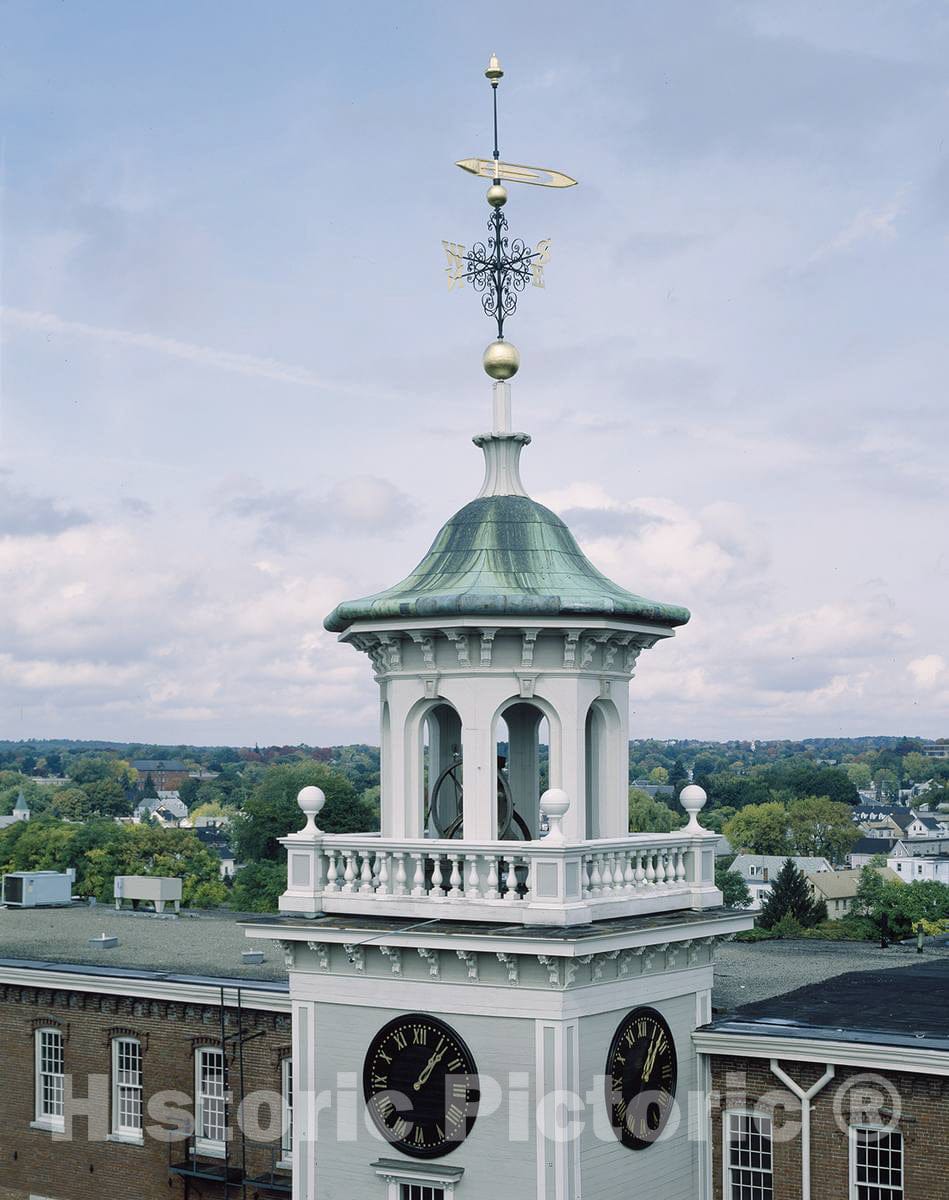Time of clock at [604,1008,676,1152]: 1:07
